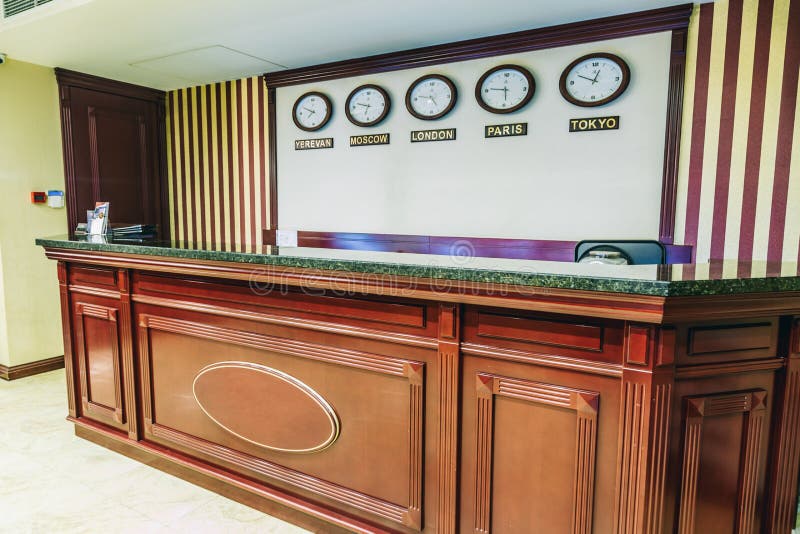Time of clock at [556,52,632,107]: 12:49
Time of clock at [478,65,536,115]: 5:46
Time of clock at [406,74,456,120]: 4:46
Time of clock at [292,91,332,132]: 7:49
